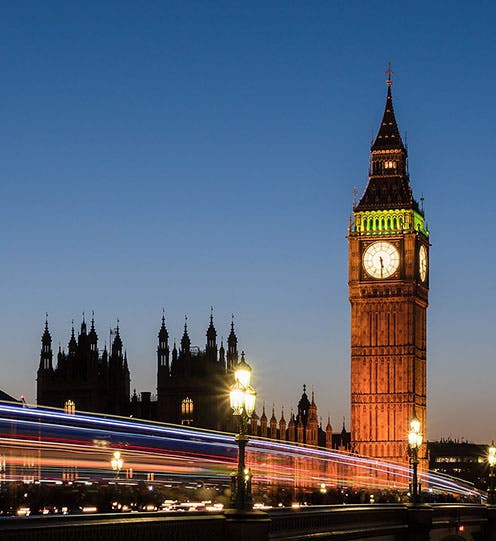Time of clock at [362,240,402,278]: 5:29
